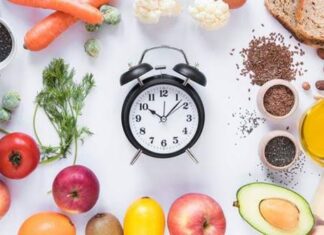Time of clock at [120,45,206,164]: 10:07
